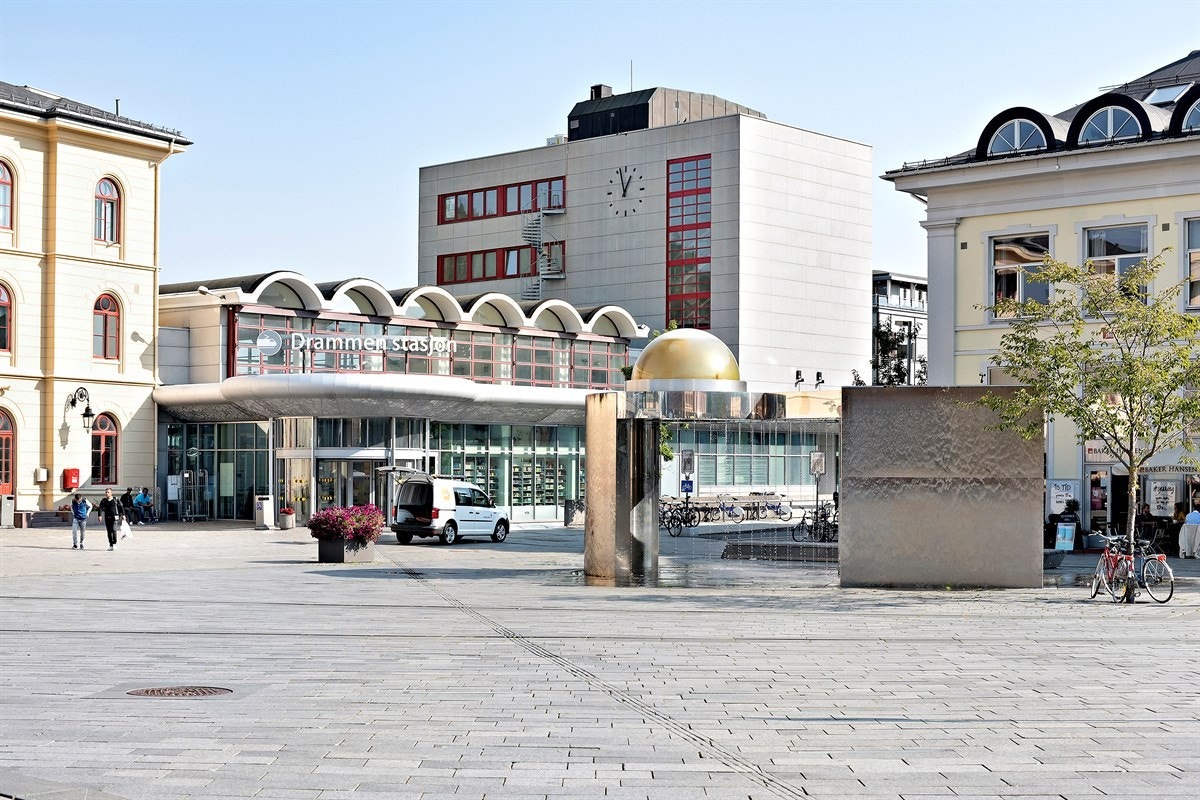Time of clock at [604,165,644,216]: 12:57
